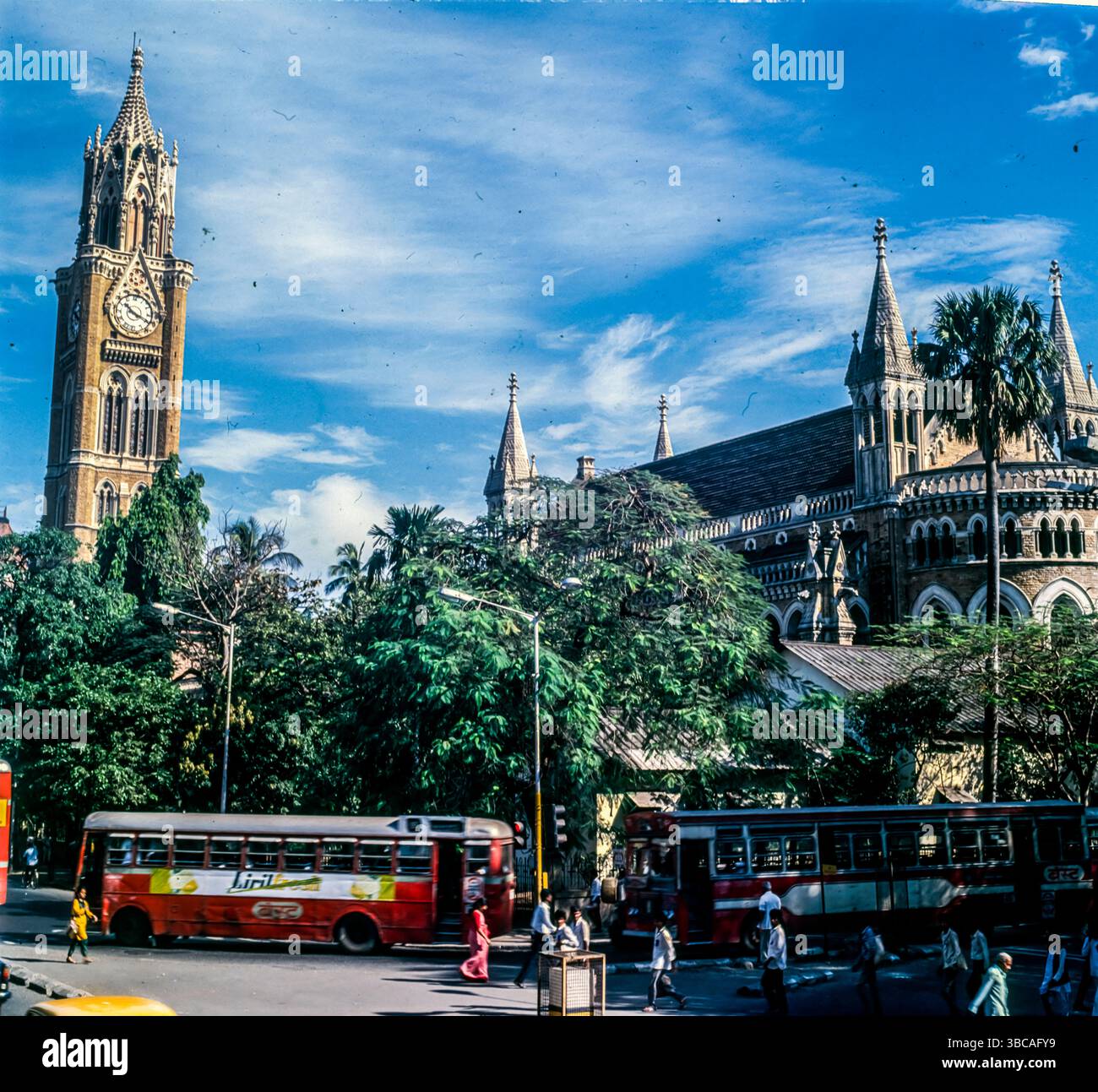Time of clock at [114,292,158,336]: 10:19
